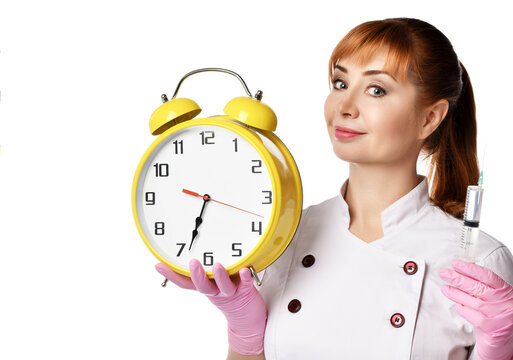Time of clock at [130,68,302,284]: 6:33
